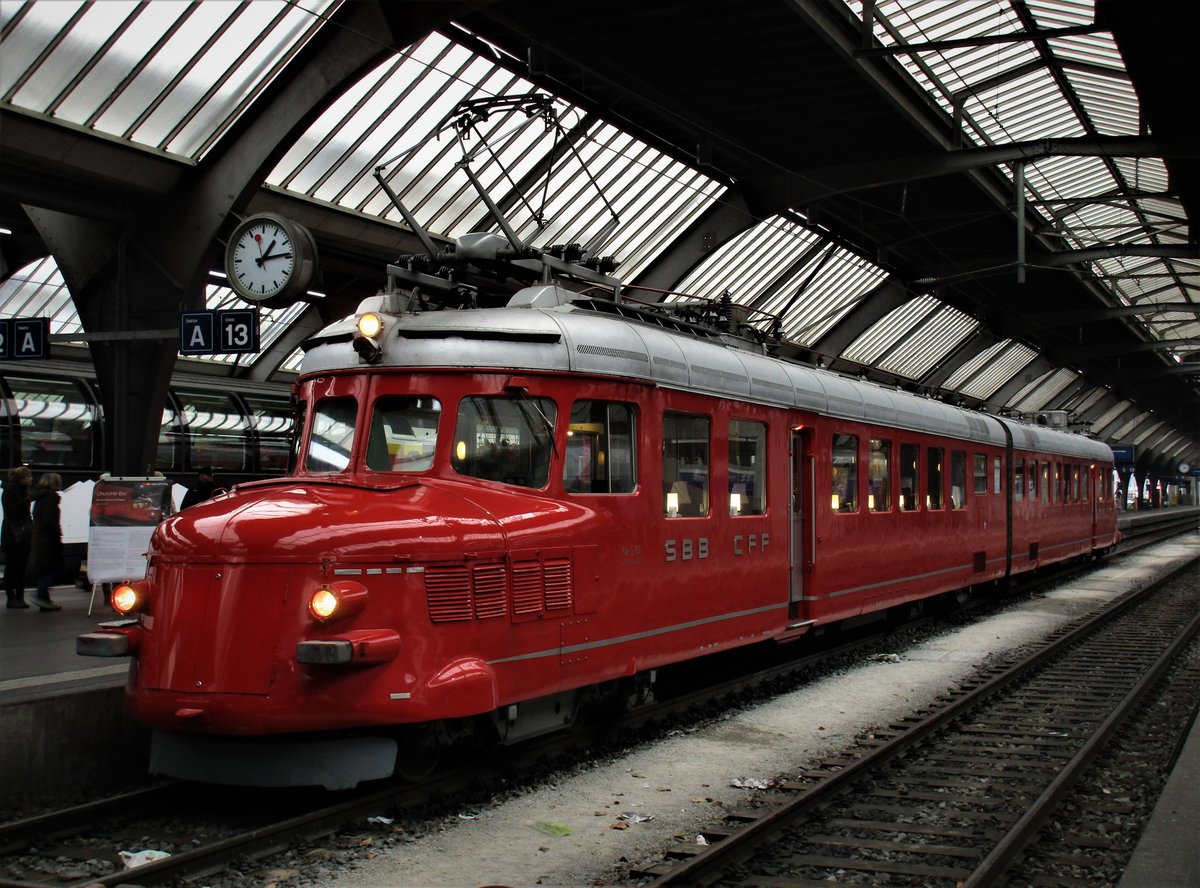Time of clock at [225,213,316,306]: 1:13
